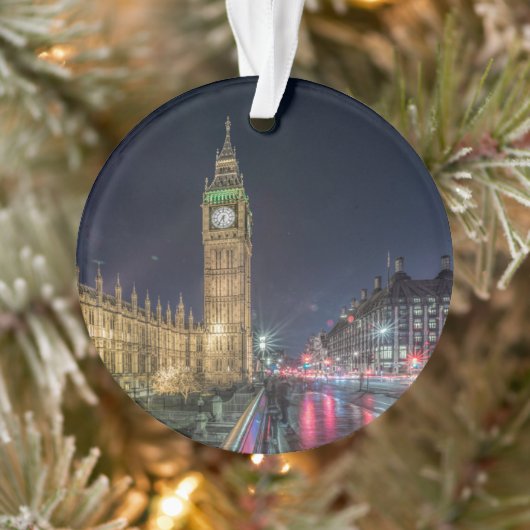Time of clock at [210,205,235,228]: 5:35
